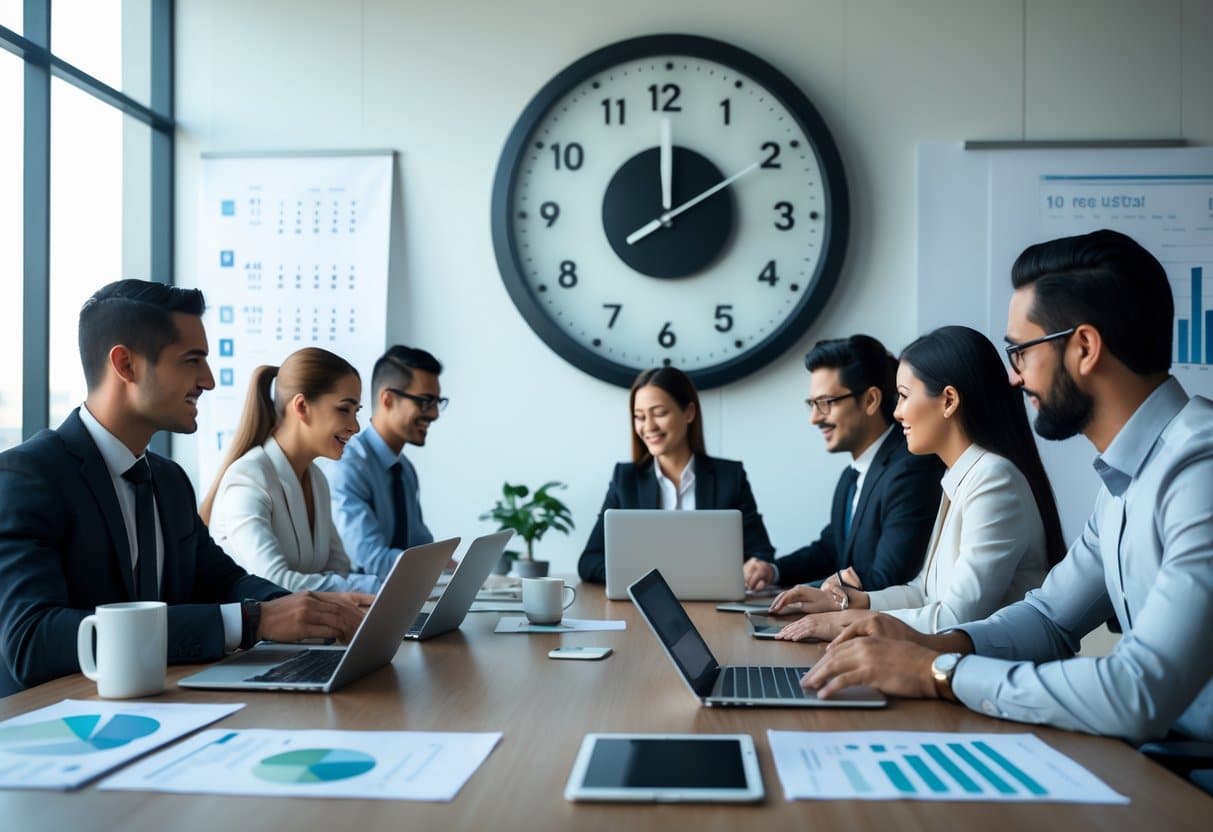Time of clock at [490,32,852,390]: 12:00
